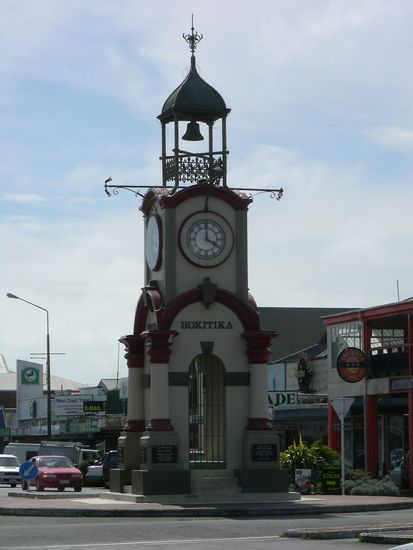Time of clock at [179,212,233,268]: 4:00
